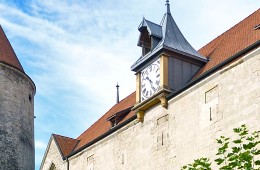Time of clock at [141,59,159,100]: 4:26
